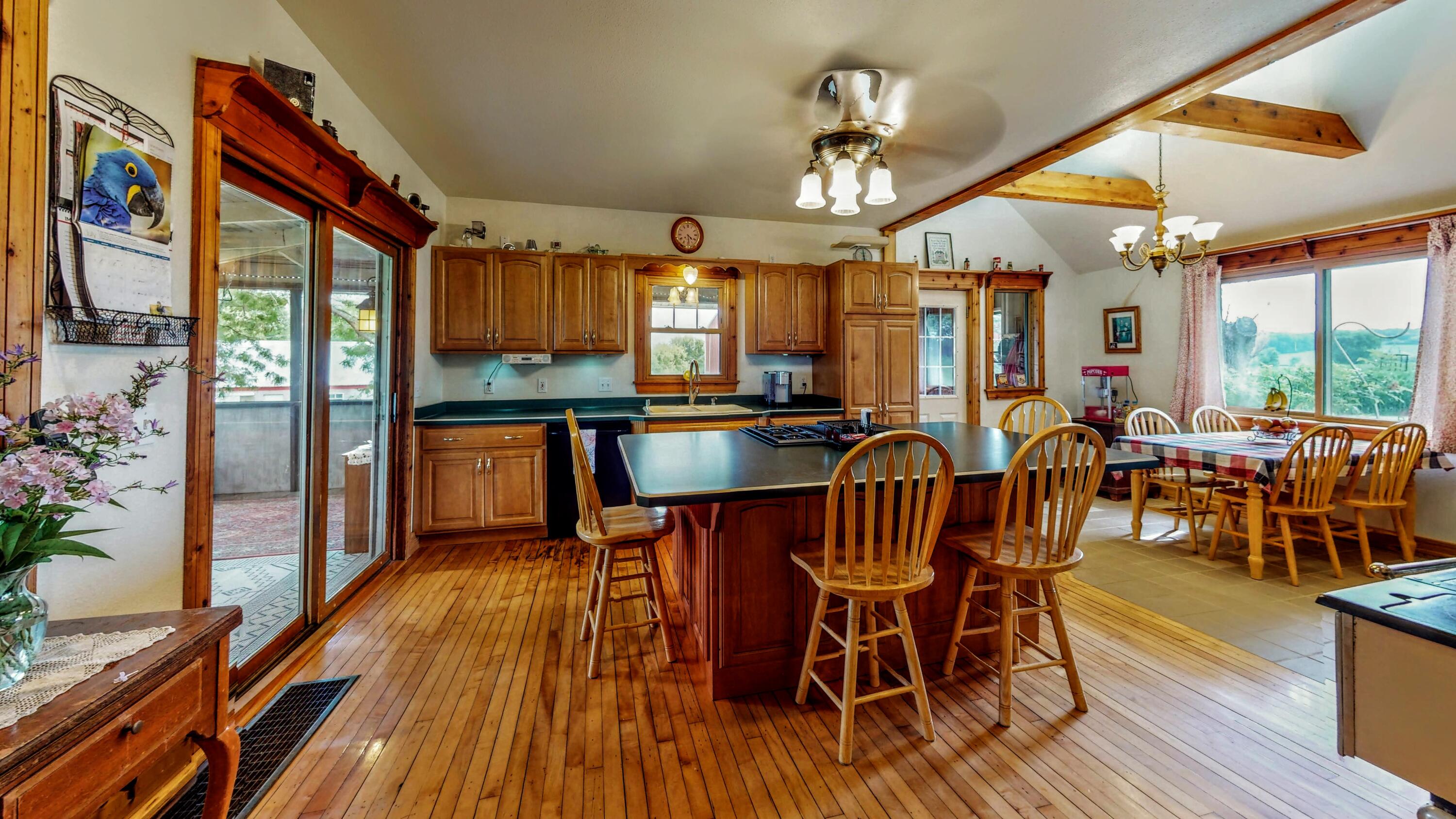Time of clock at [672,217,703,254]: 4:28
